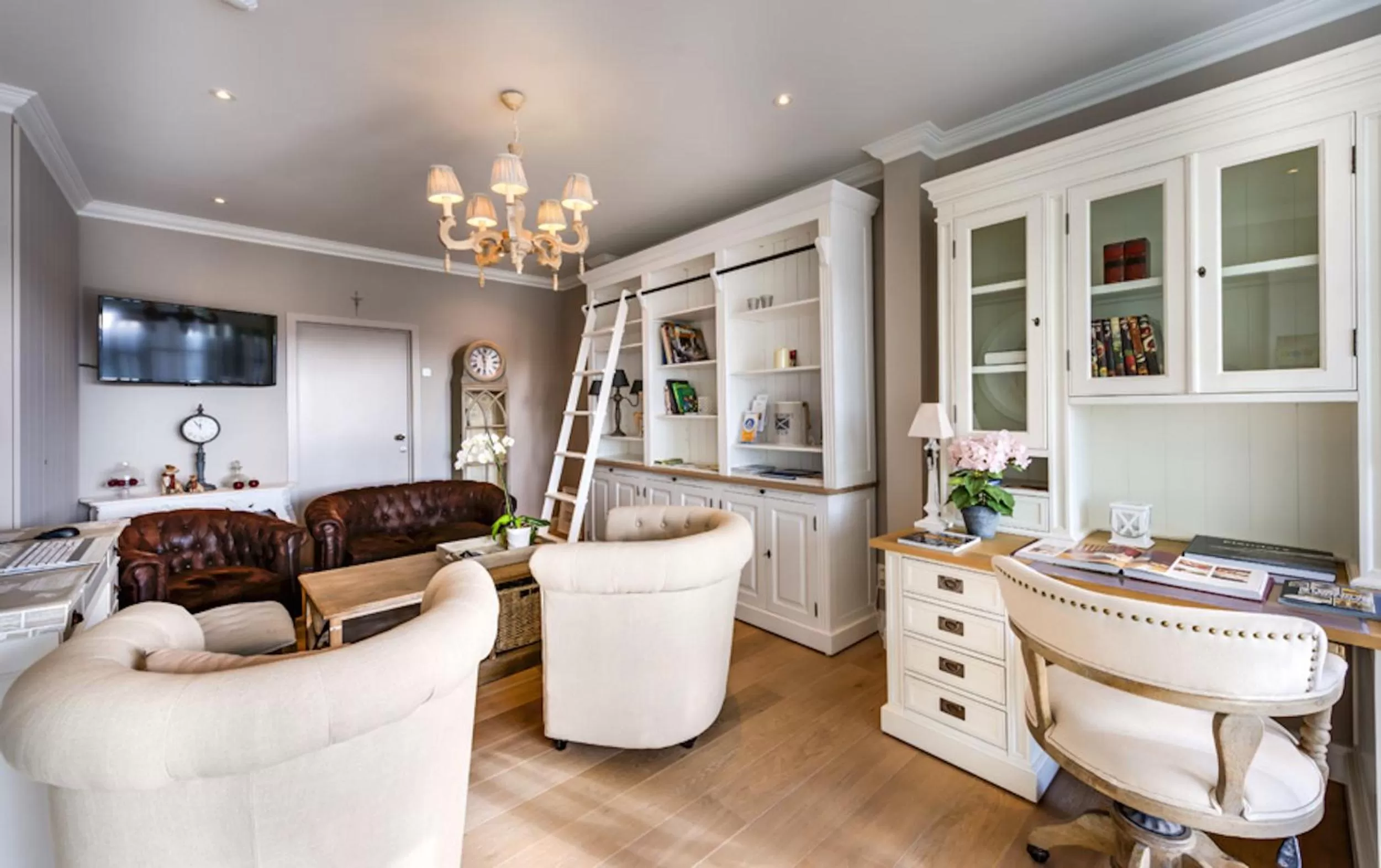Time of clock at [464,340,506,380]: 11:29
